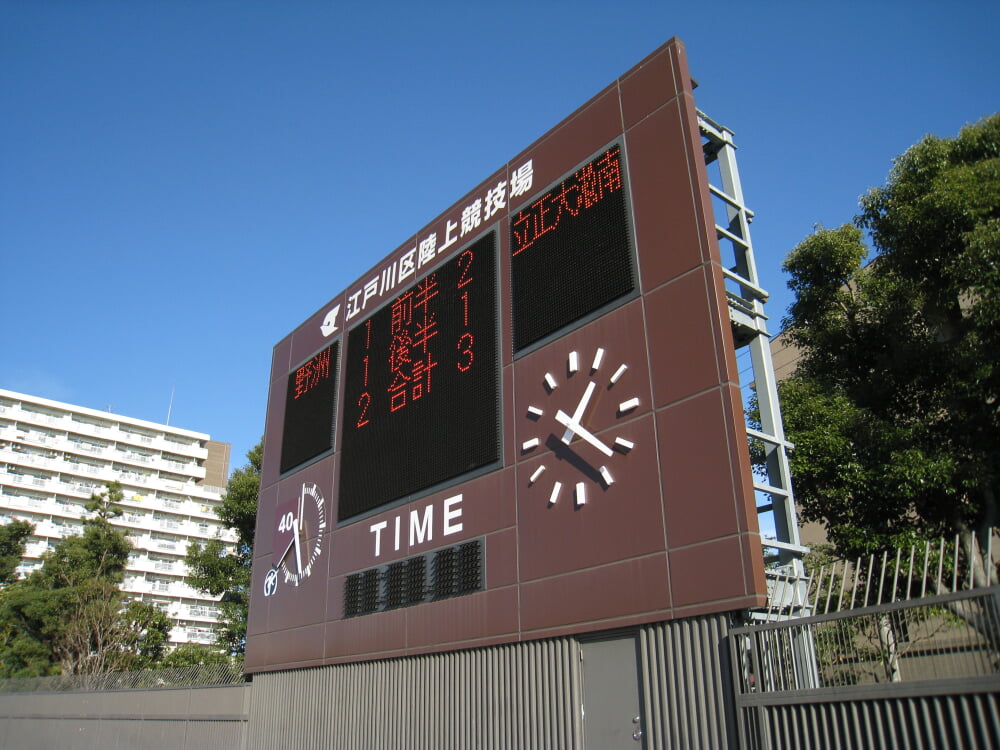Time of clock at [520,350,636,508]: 1:21
